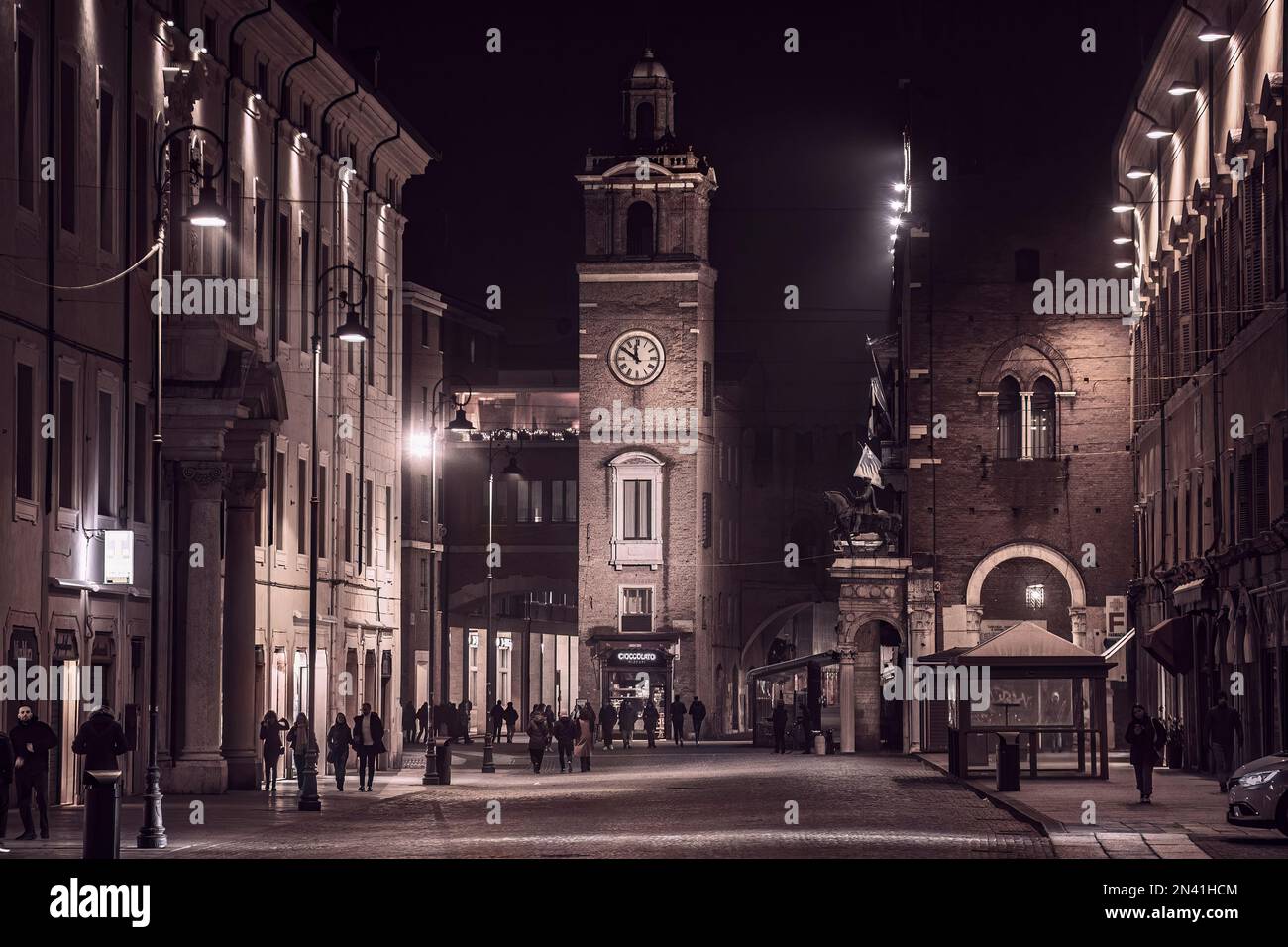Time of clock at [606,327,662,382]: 11:50
